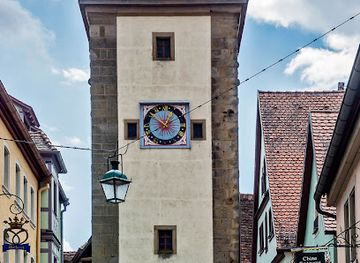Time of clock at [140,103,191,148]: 12:50
